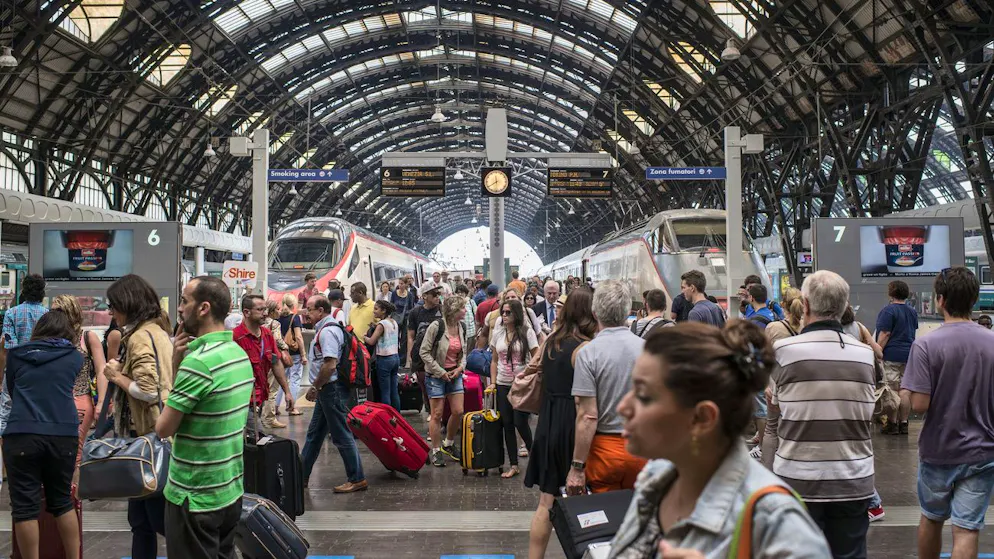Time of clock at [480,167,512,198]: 11:40
